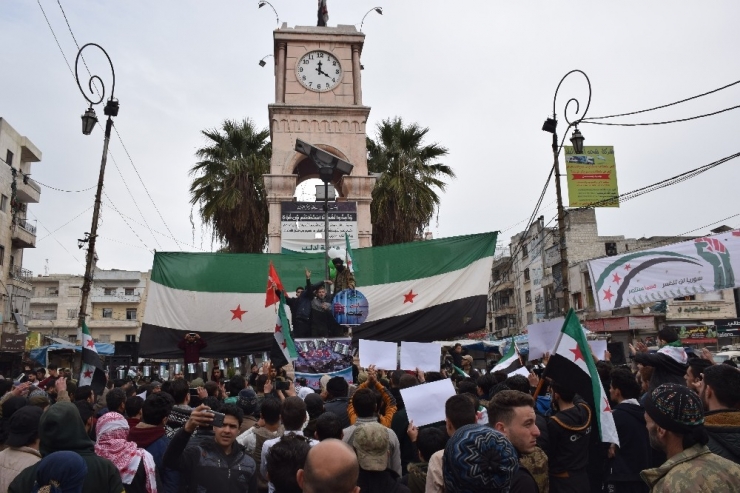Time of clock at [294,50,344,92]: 4:00
